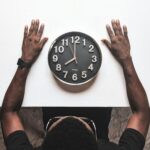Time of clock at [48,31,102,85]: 7:59
